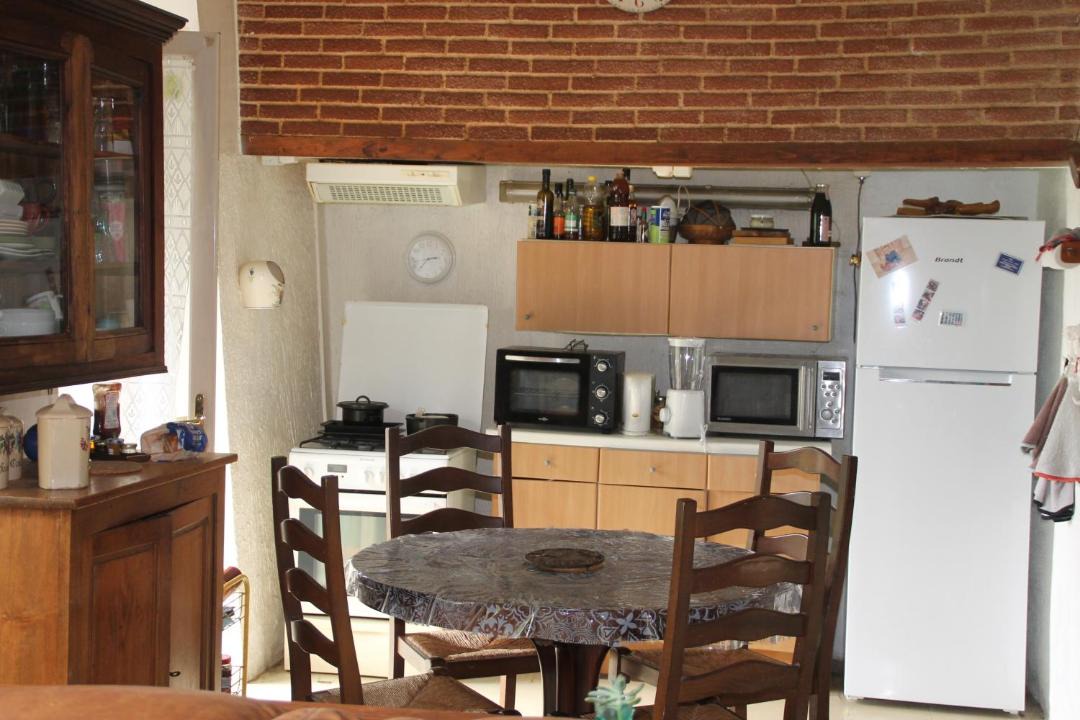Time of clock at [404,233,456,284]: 2:36
